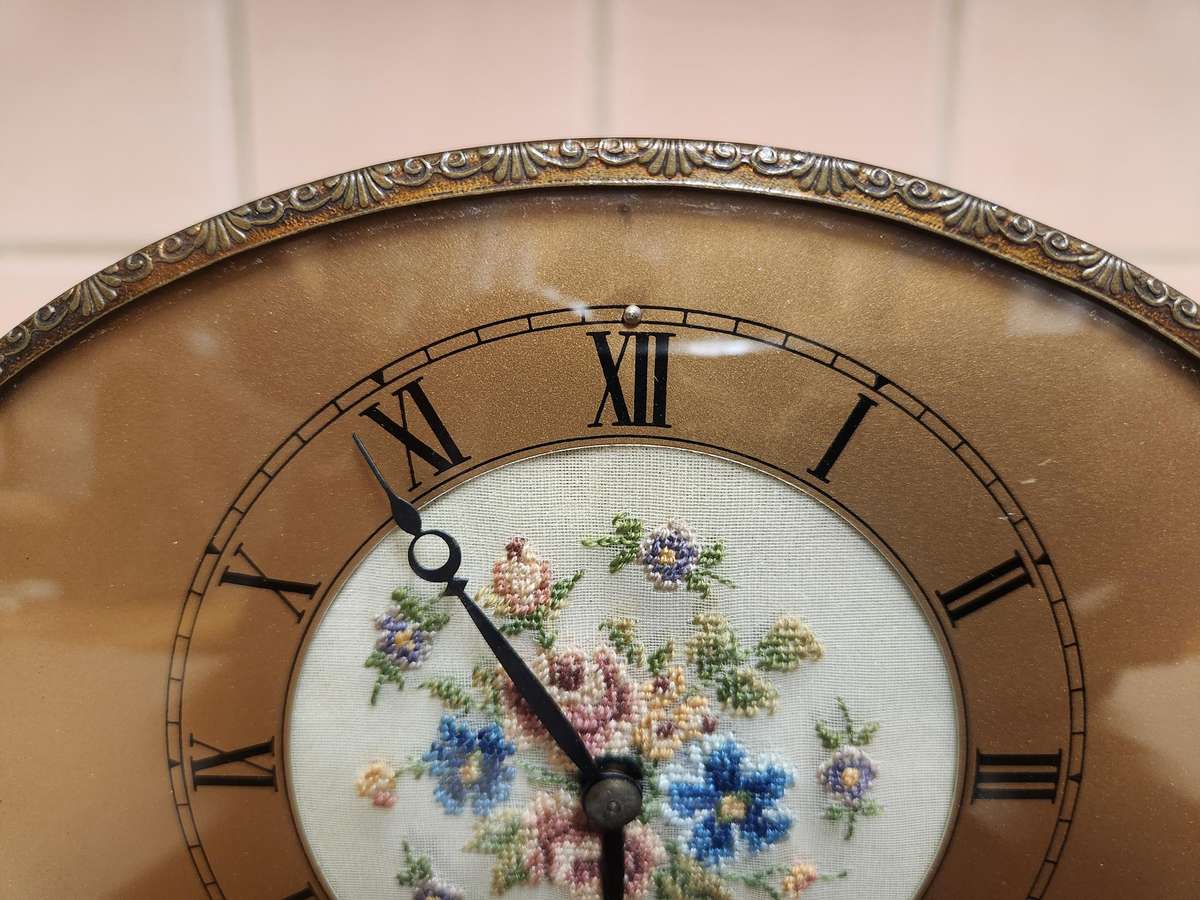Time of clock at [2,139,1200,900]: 5:53
